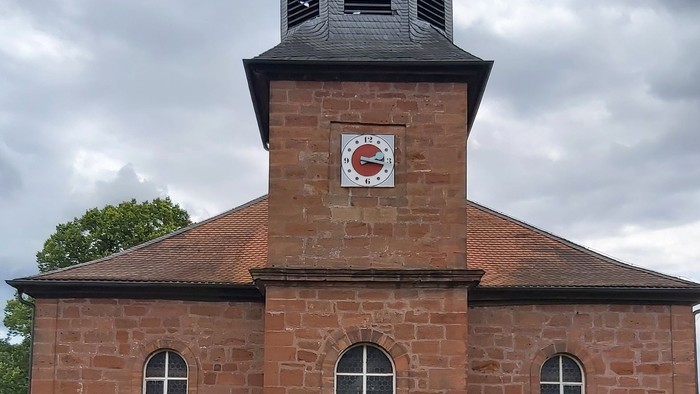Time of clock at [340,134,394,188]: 2:17
